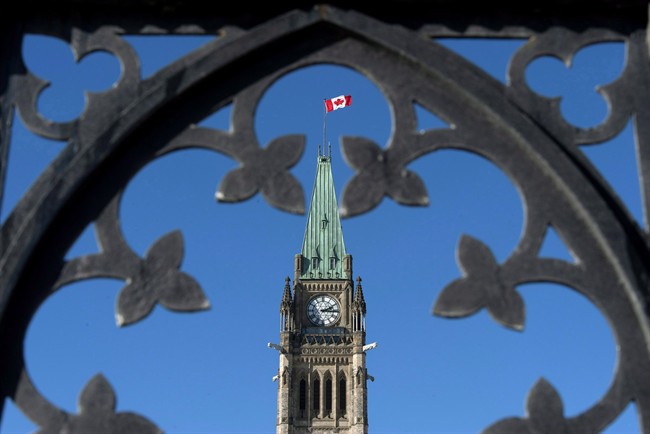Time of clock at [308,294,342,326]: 2:15
